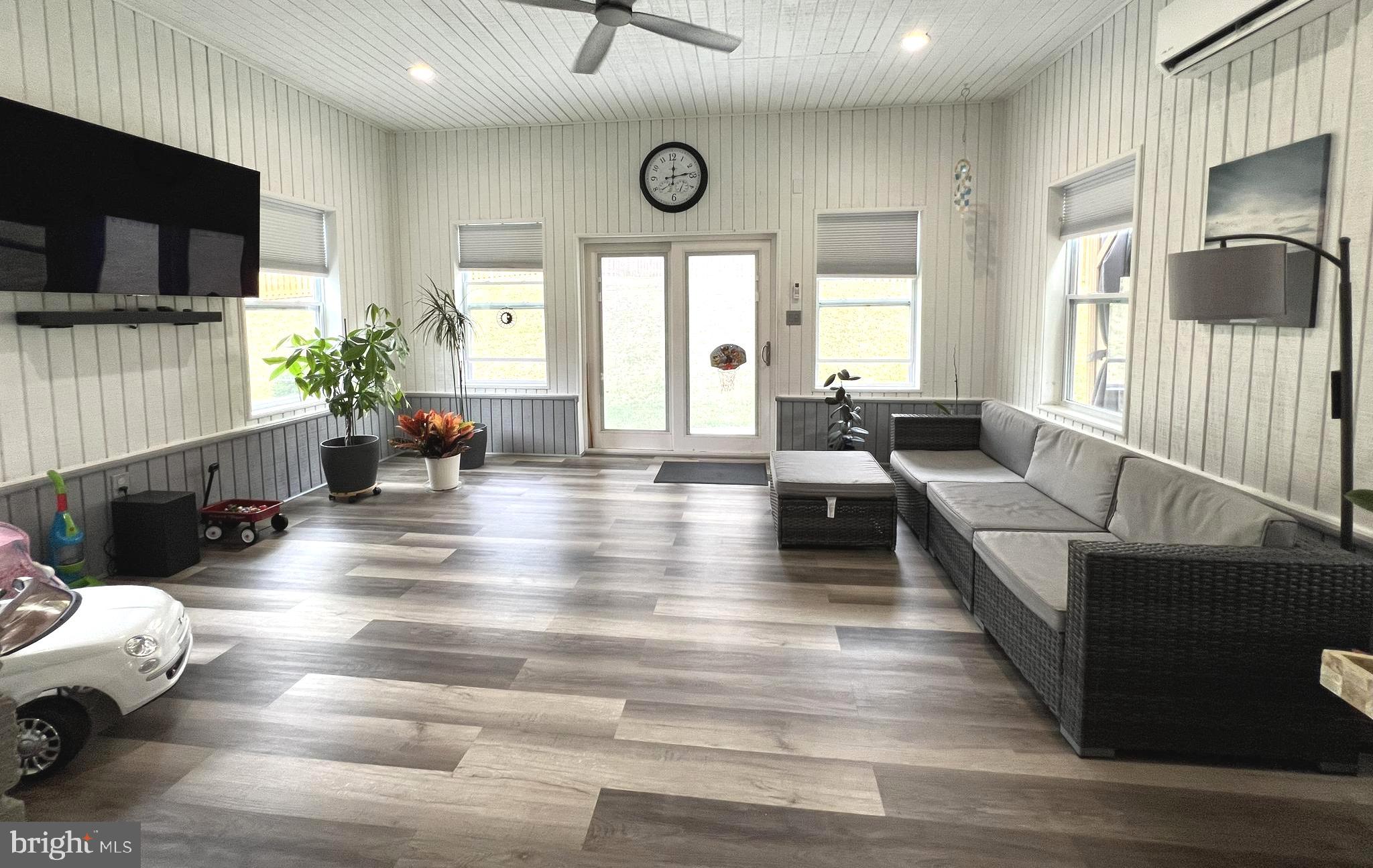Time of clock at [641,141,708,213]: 12:13
